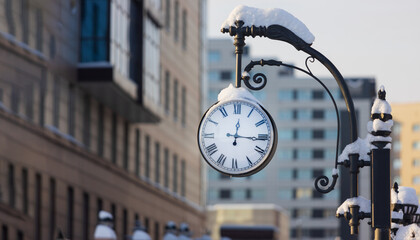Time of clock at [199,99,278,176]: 12:15
